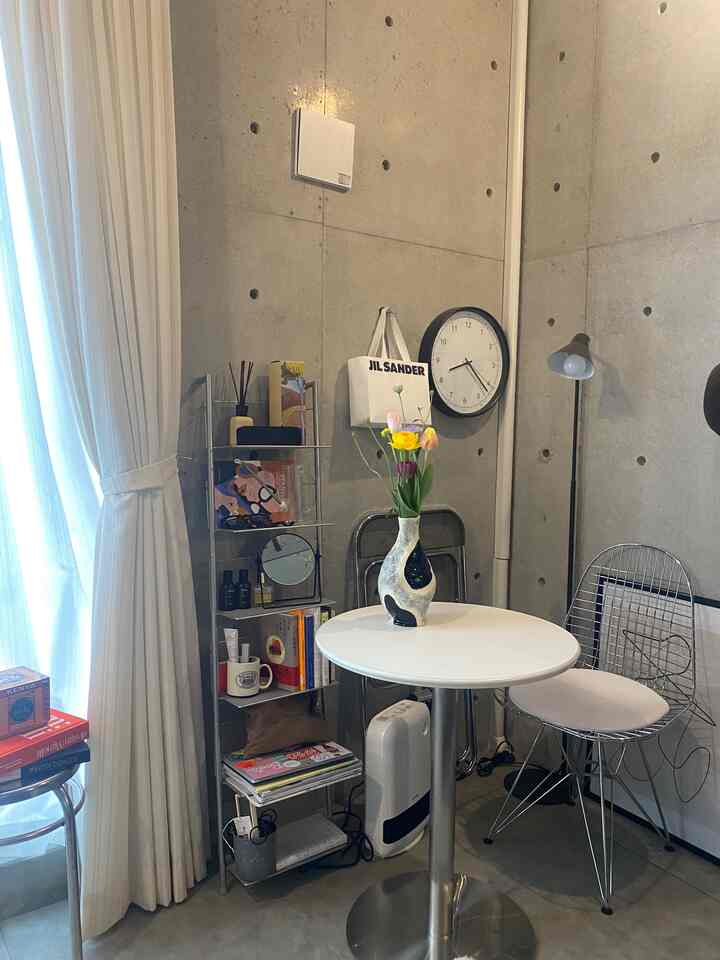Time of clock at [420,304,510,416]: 8:21
